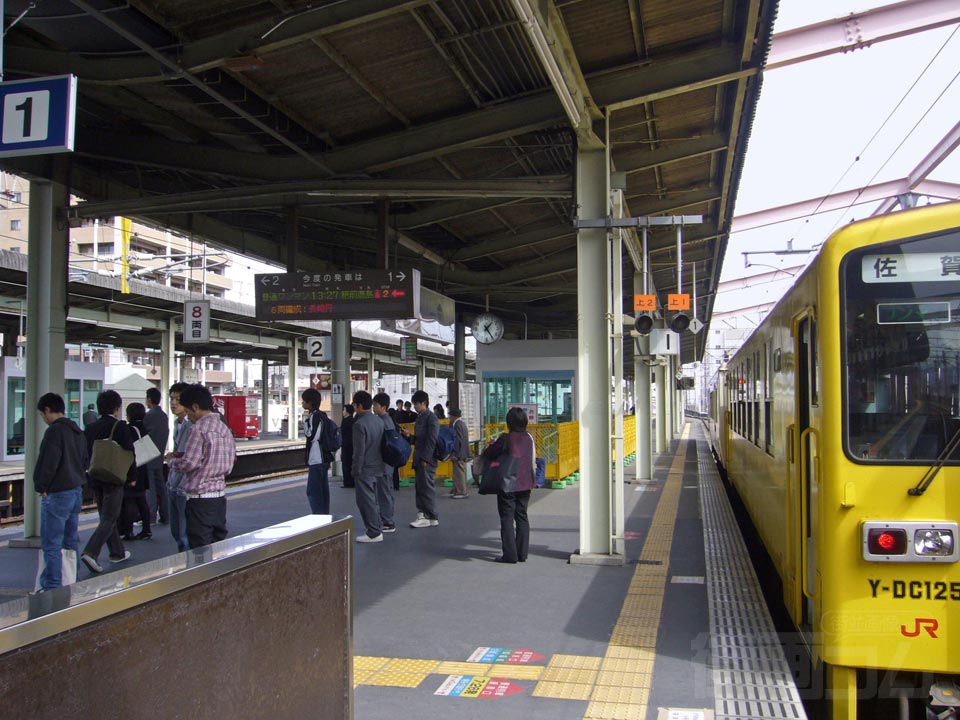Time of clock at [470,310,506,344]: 1:24
